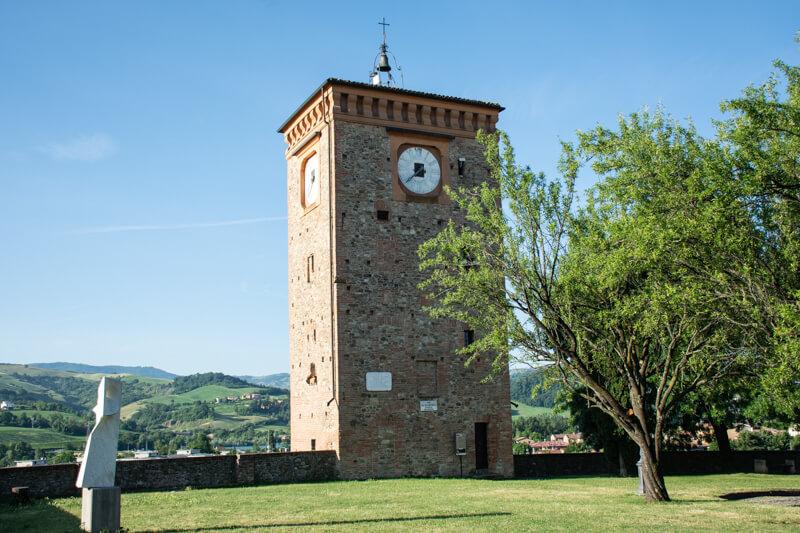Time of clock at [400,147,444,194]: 7:38
